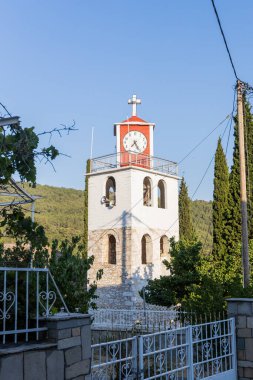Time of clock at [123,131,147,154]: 7:25
